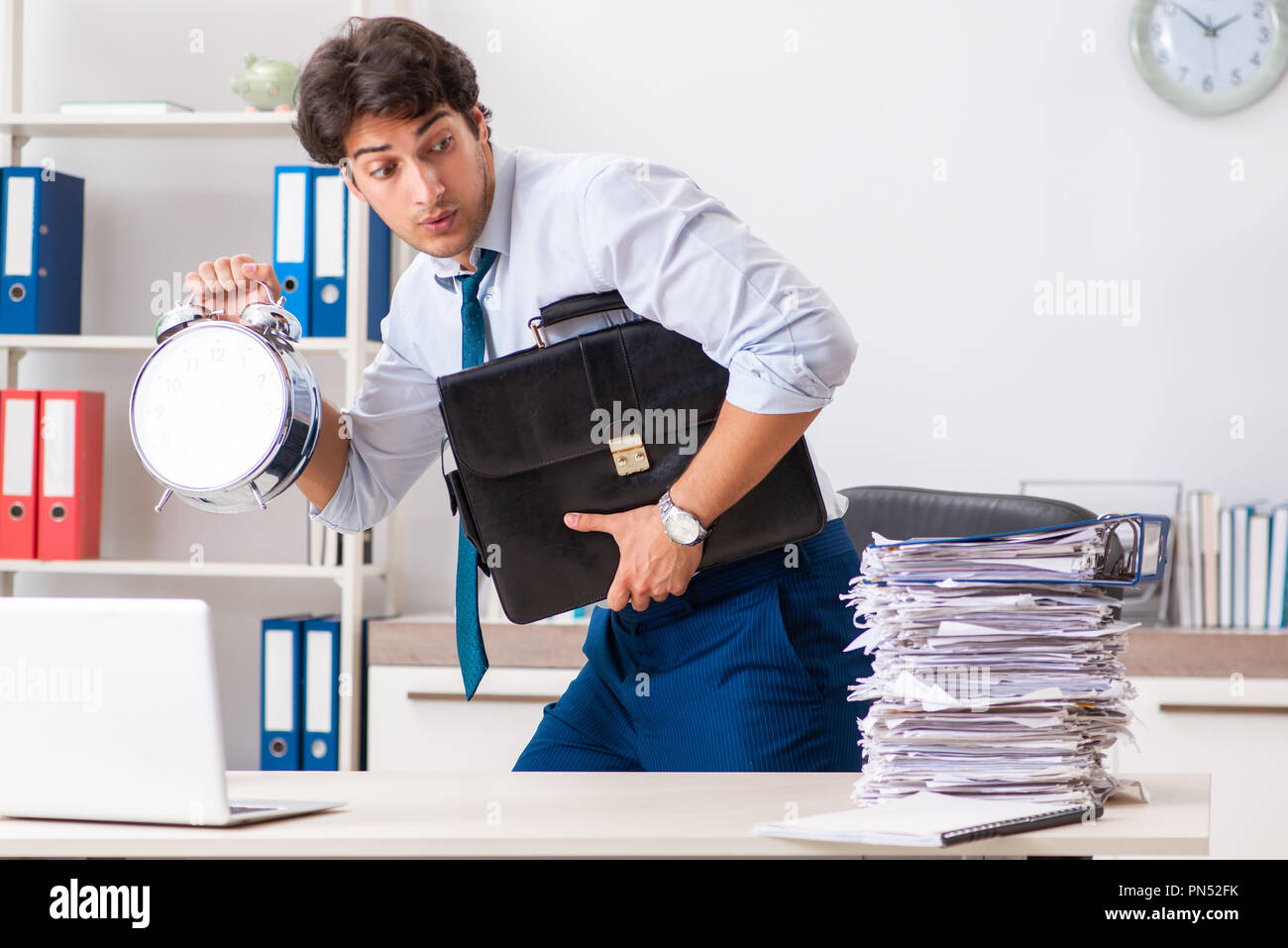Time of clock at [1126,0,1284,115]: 1:51
